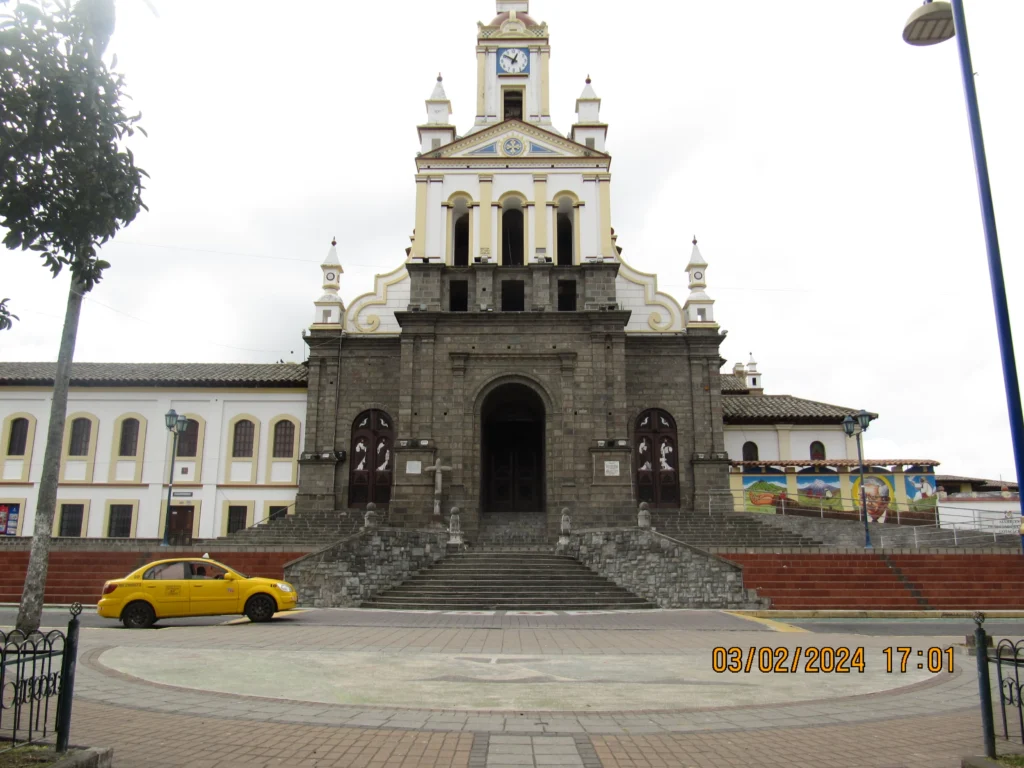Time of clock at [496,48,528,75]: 12:51
